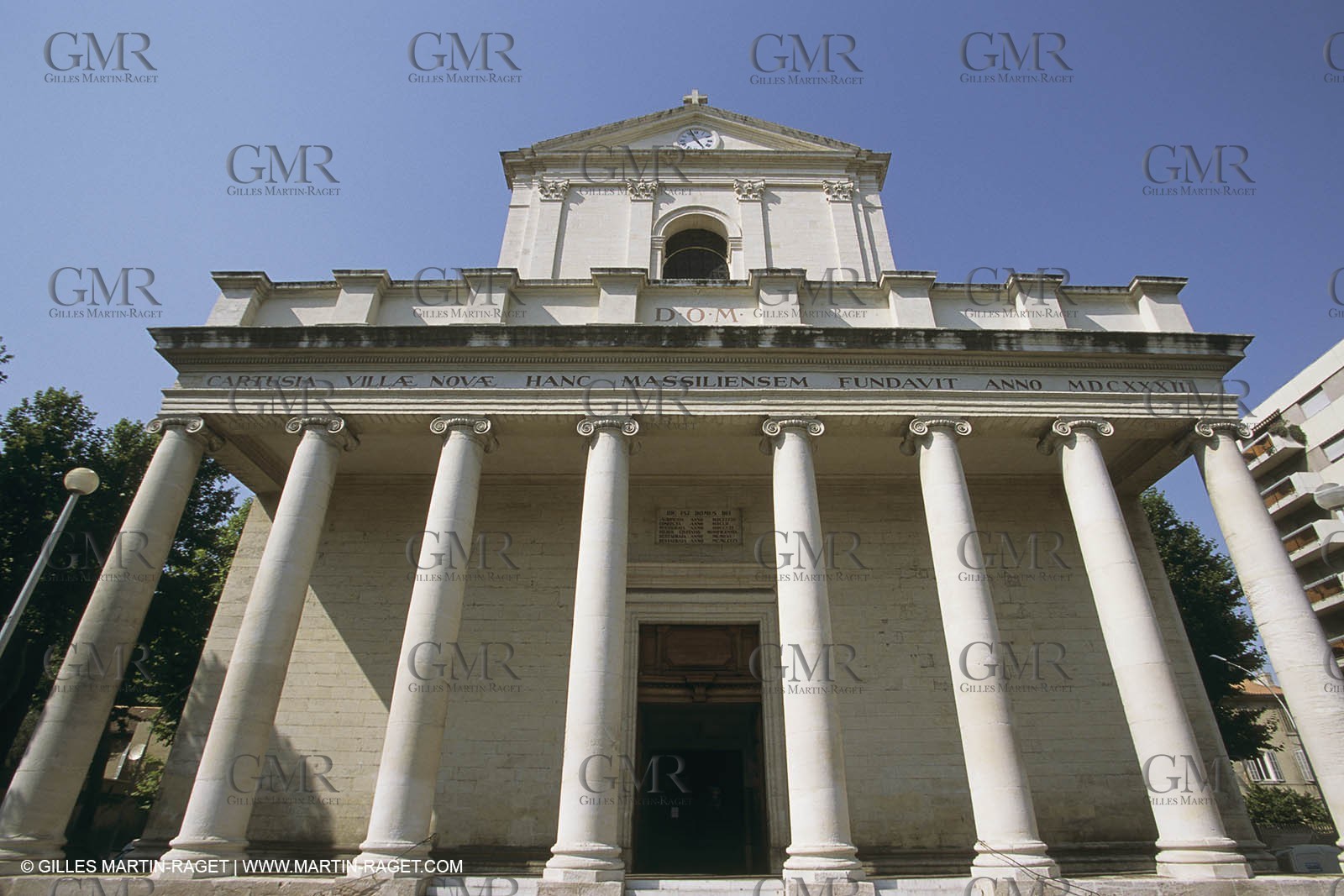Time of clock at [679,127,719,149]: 4:56
